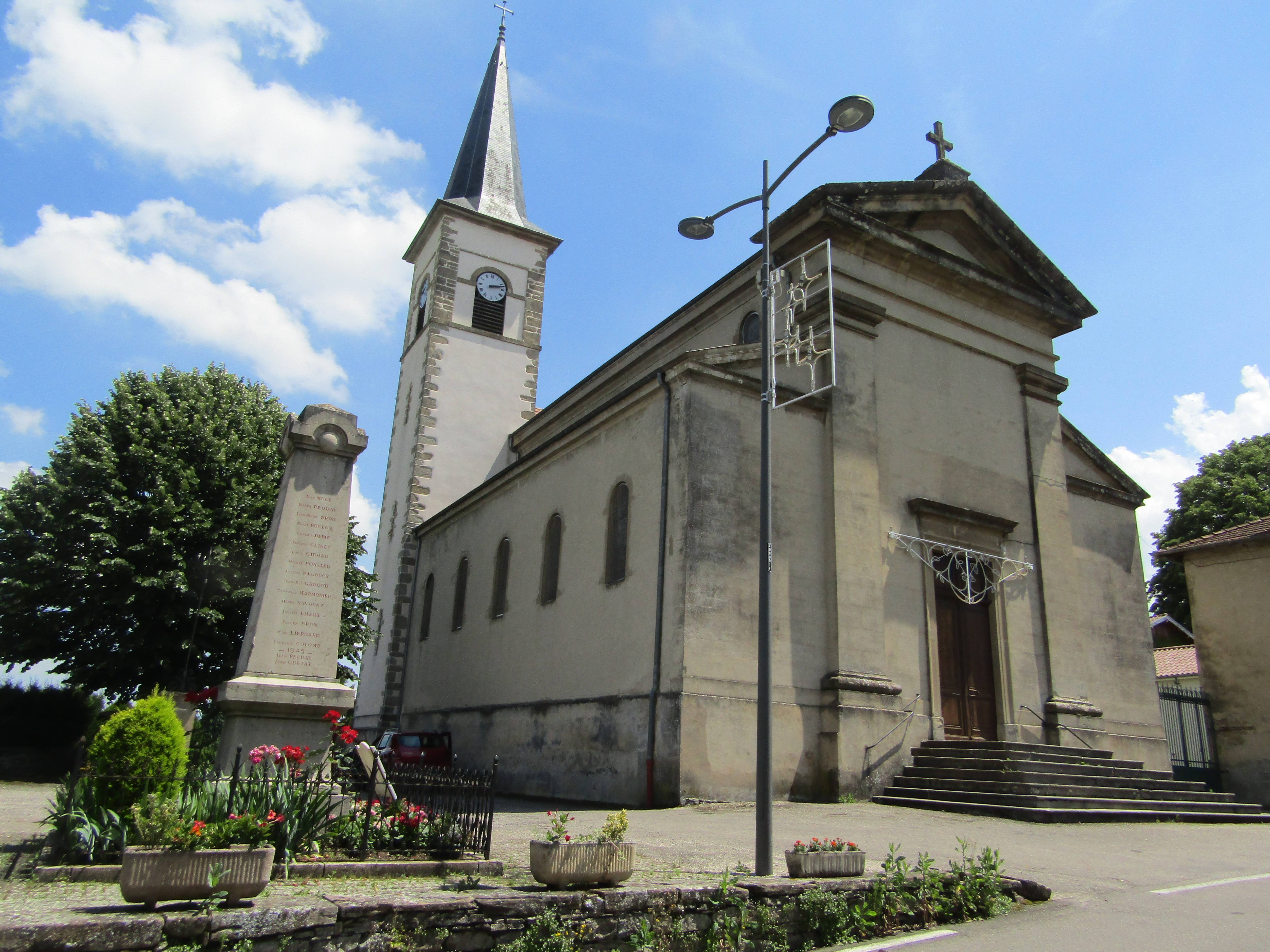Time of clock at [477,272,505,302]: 2:12
